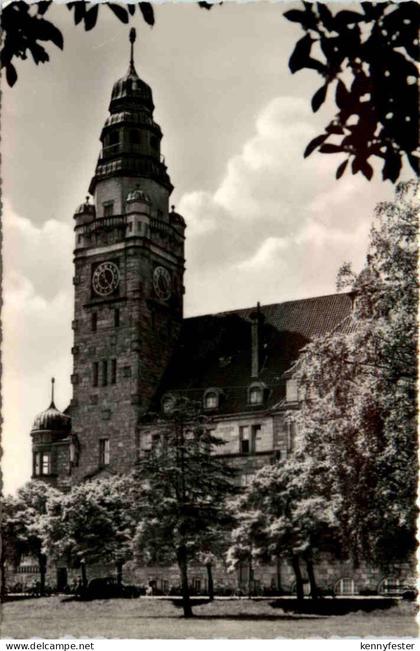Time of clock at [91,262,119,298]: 11:23
